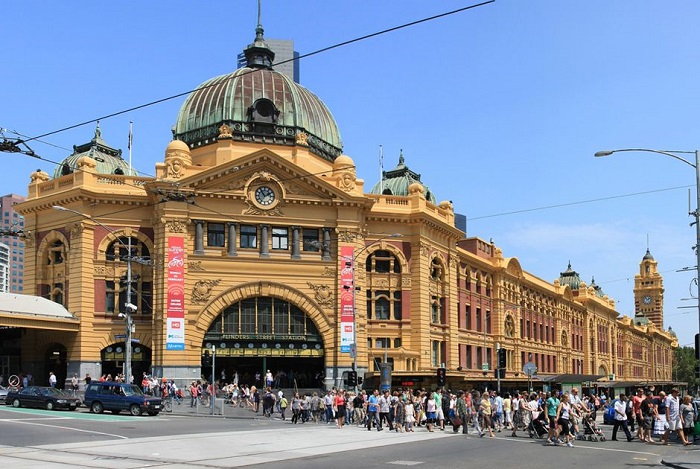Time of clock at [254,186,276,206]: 1:54
